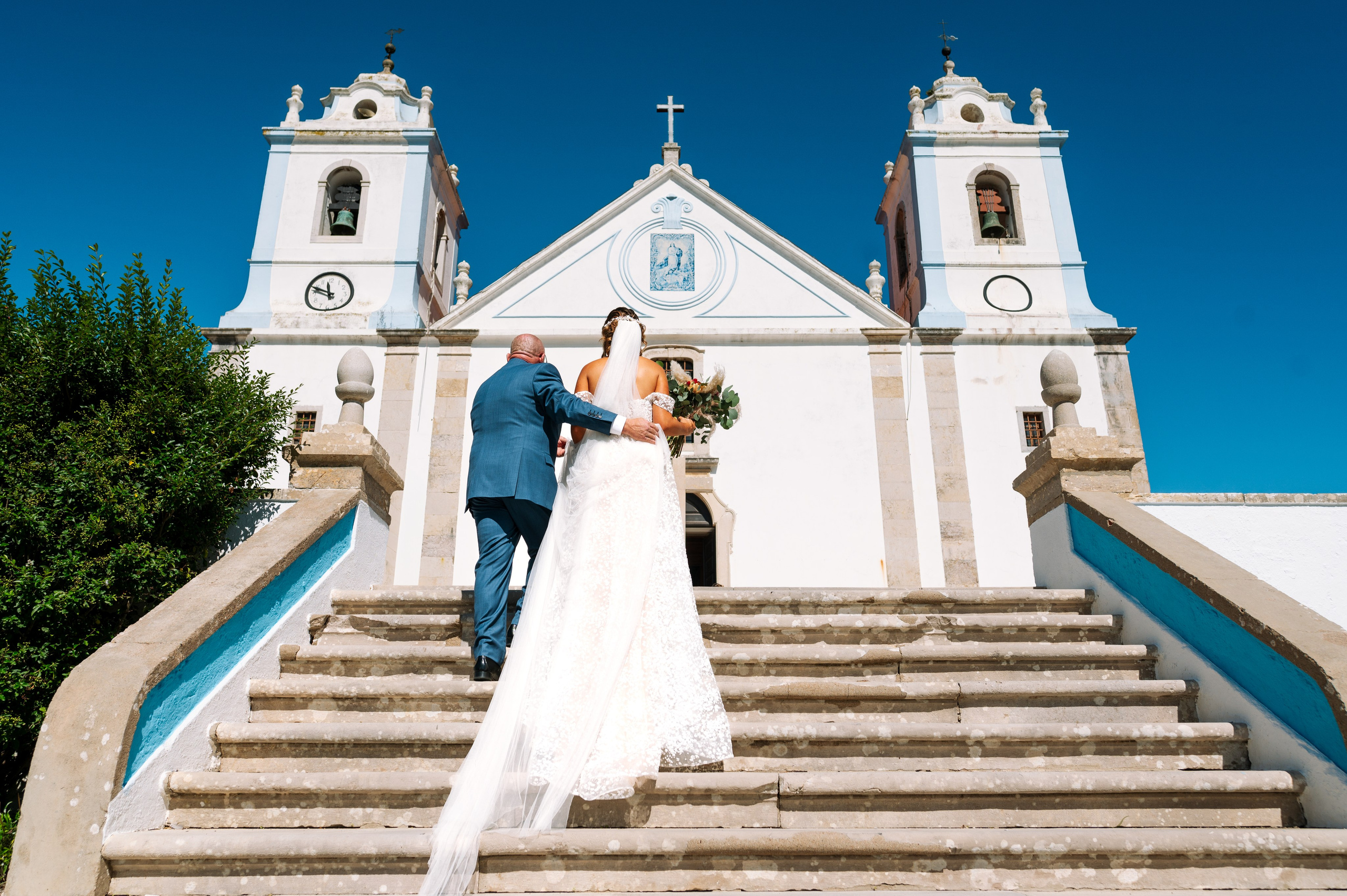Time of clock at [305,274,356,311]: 11:48
